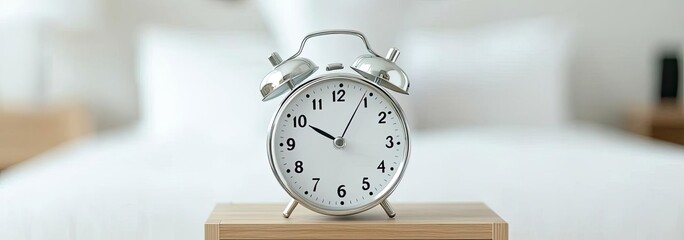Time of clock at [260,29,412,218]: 10:04
